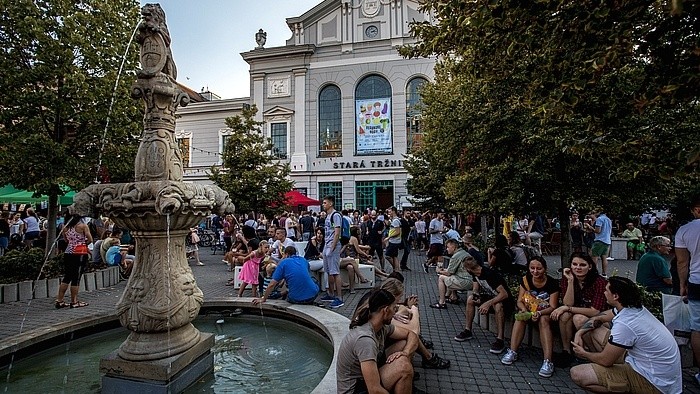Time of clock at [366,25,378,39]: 2:14
